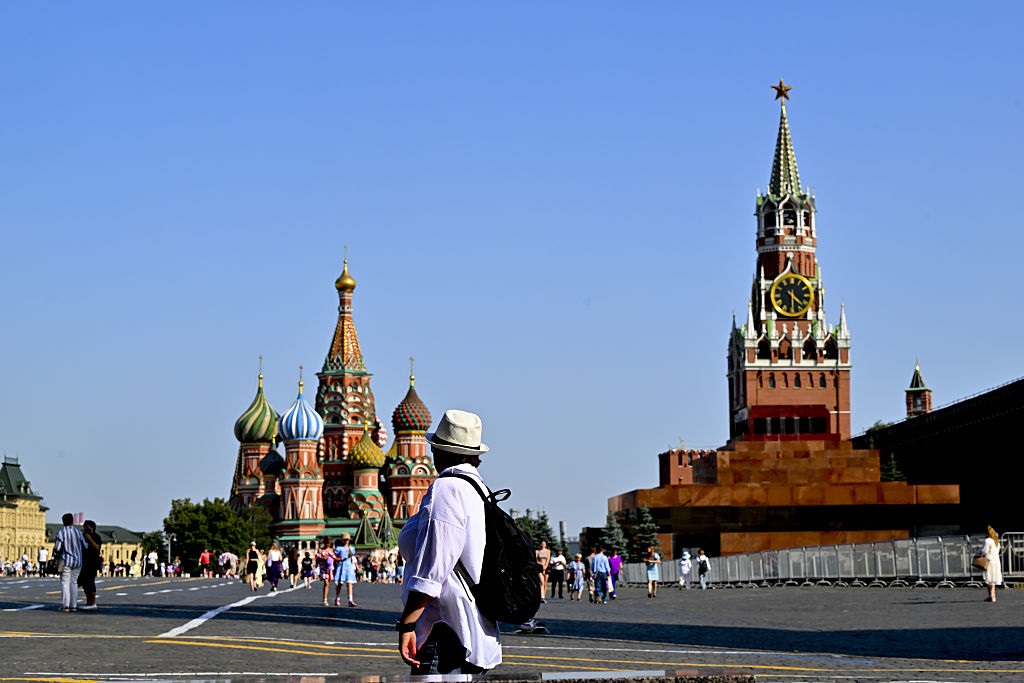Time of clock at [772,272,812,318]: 4:29
